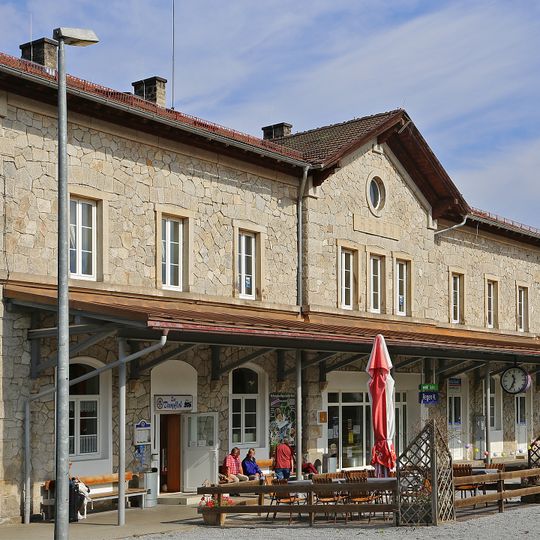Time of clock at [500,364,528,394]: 11:34
